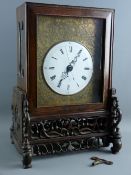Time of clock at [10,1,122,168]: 7:07
